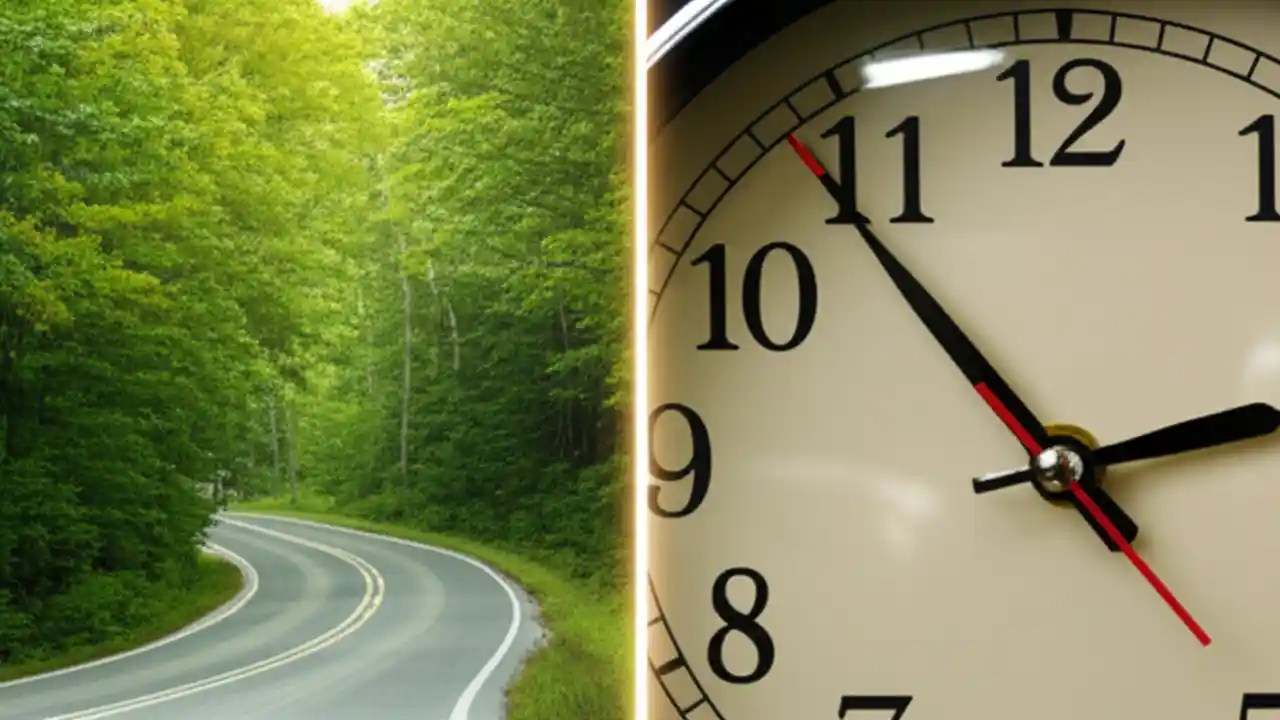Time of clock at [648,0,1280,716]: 2:53
